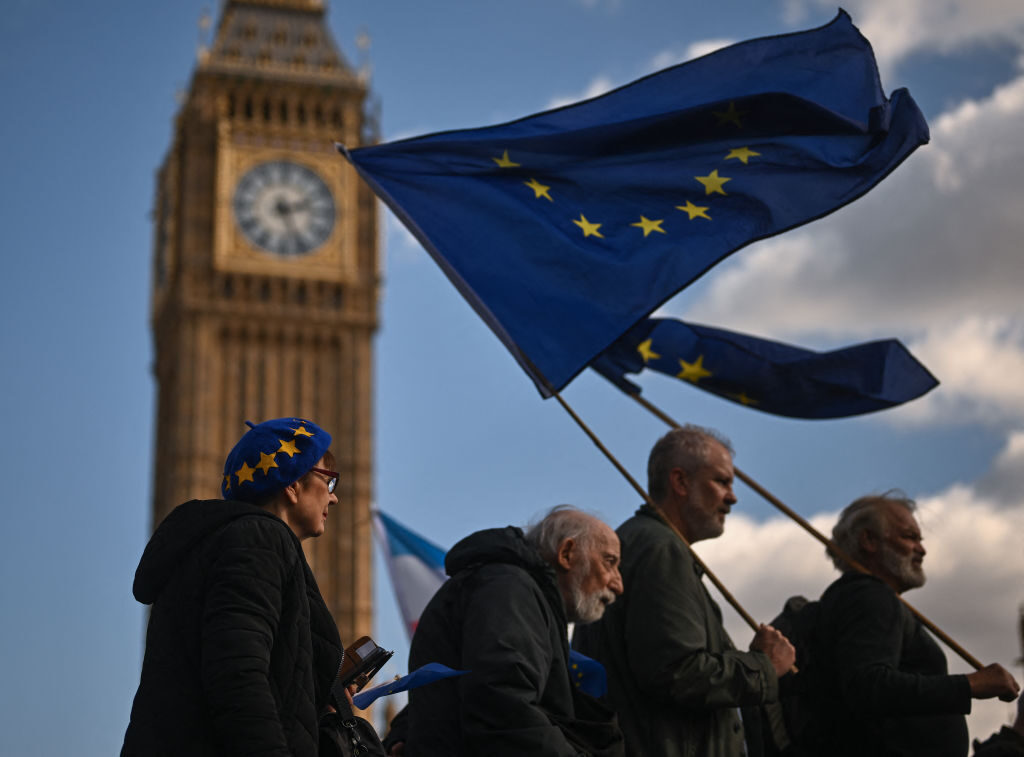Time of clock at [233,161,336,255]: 2:26
